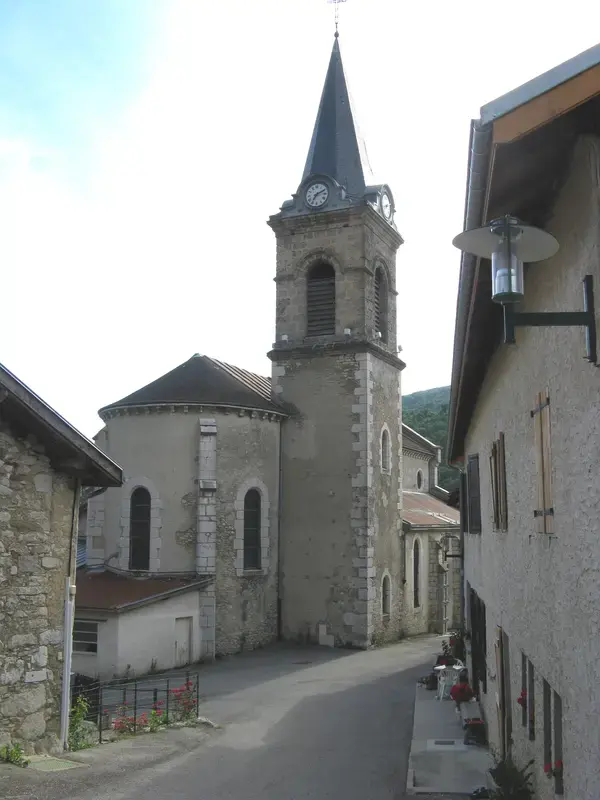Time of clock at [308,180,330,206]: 7:10
